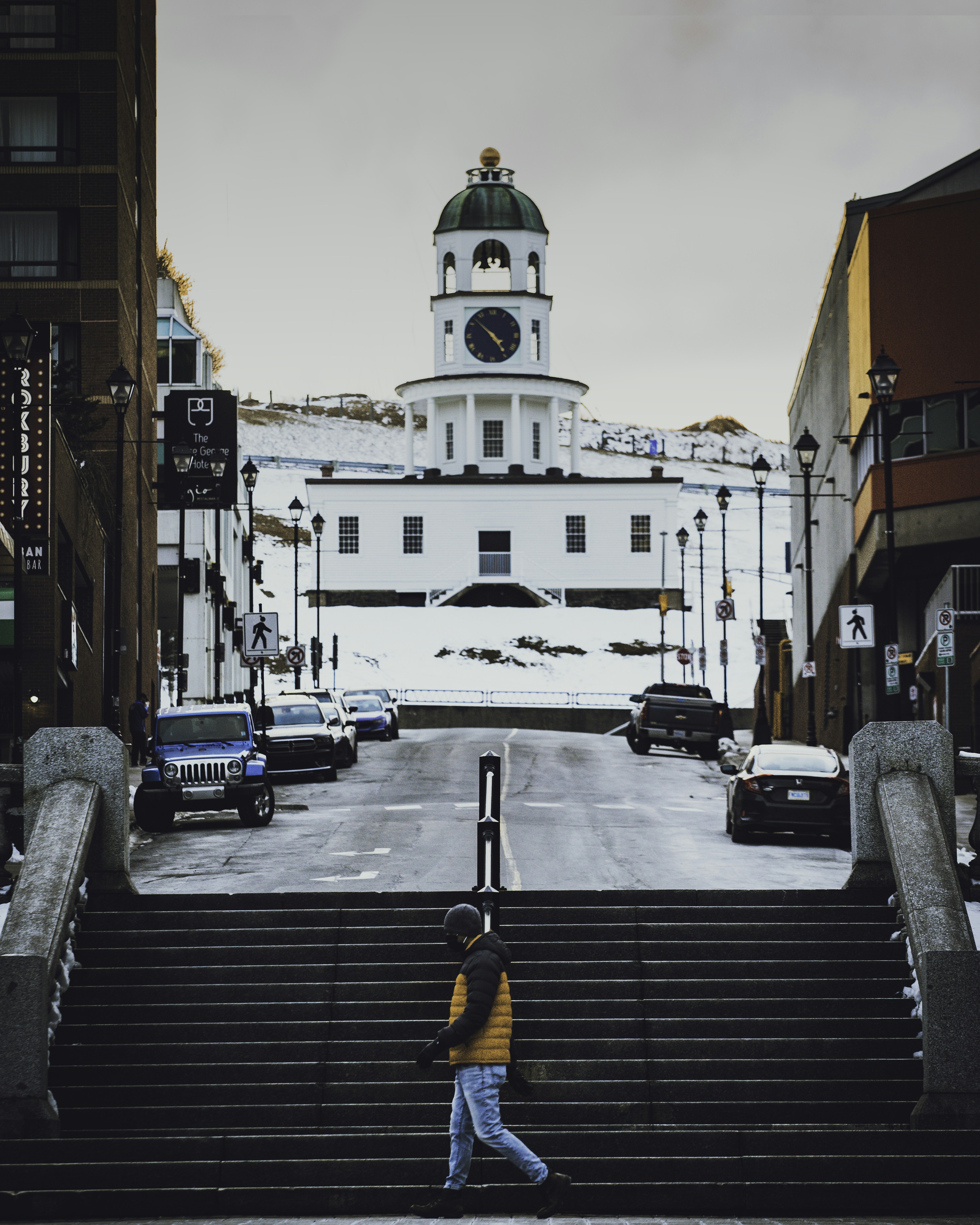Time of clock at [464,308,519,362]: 4:52
